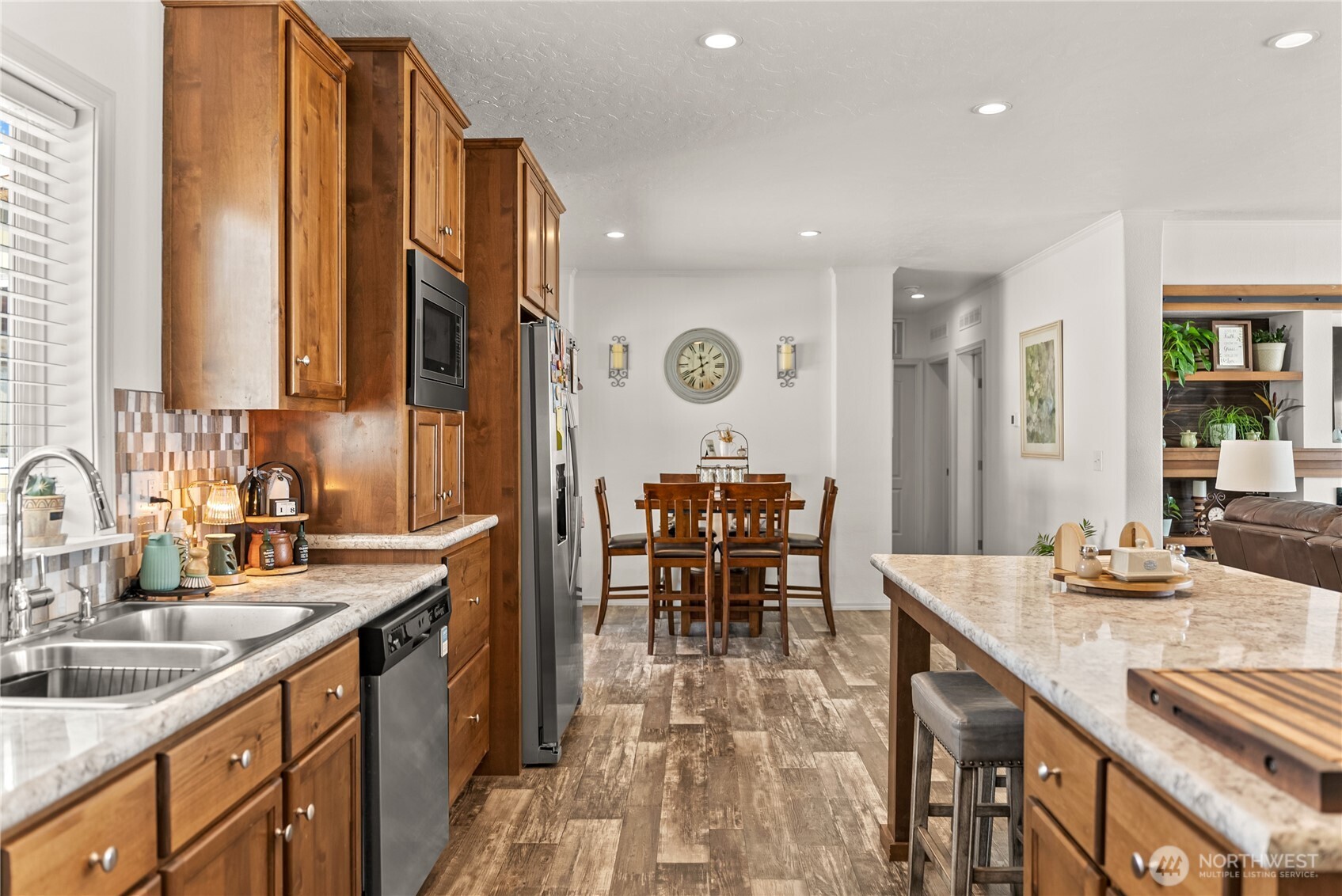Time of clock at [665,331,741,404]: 11:39
